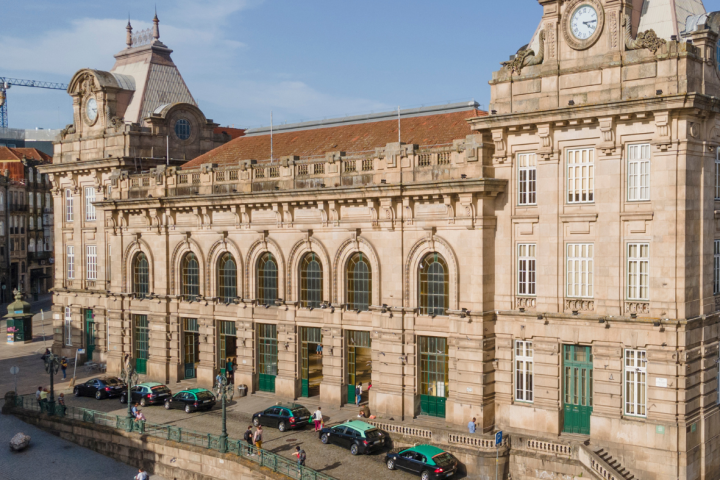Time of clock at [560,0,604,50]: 4:14
